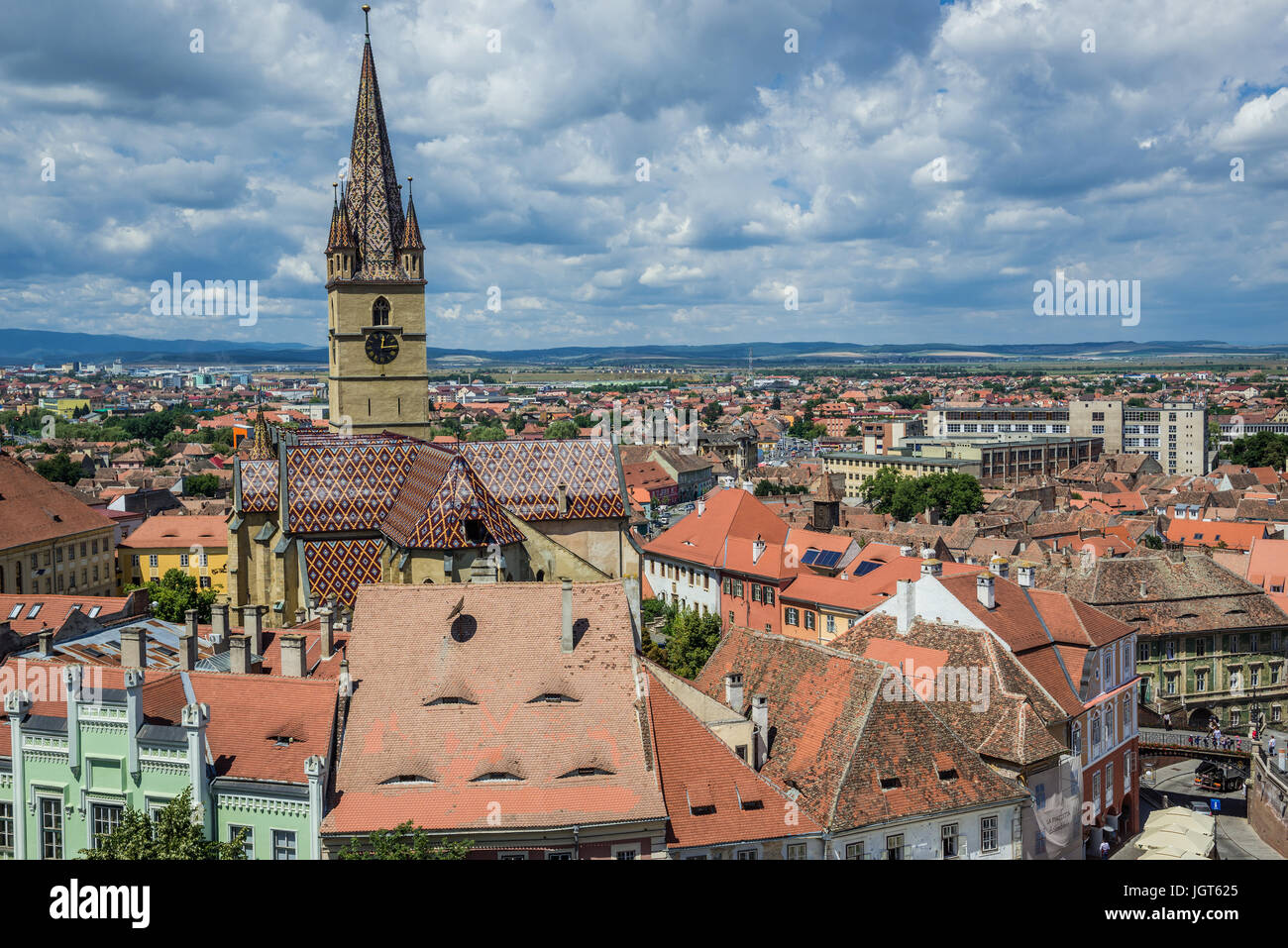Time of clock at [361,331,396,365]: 12:14
